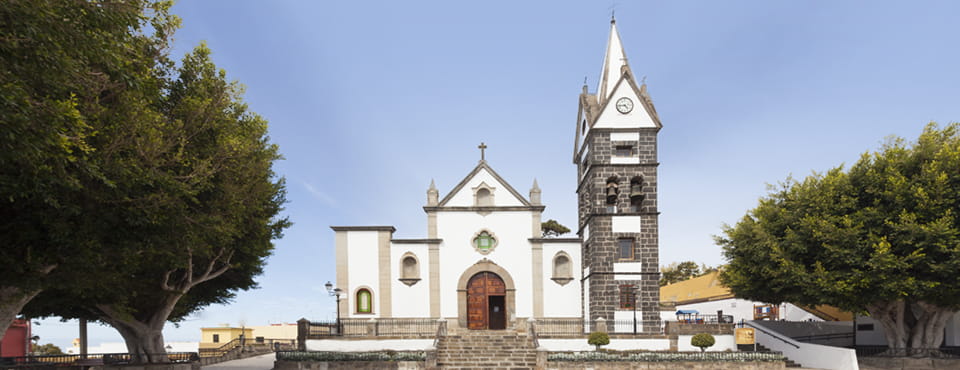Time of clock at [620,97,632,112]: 4:44
